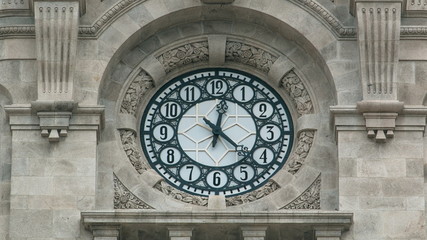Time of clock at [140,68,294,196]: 12:22
